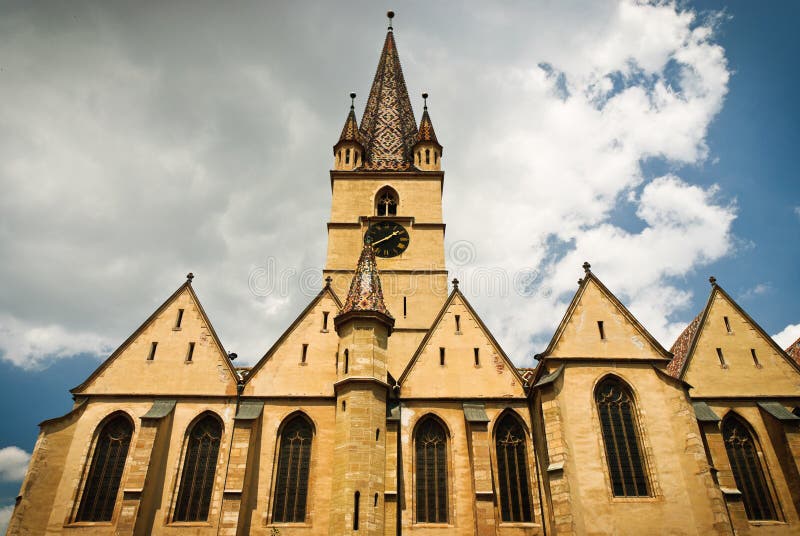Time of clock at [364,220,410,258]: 1:40
